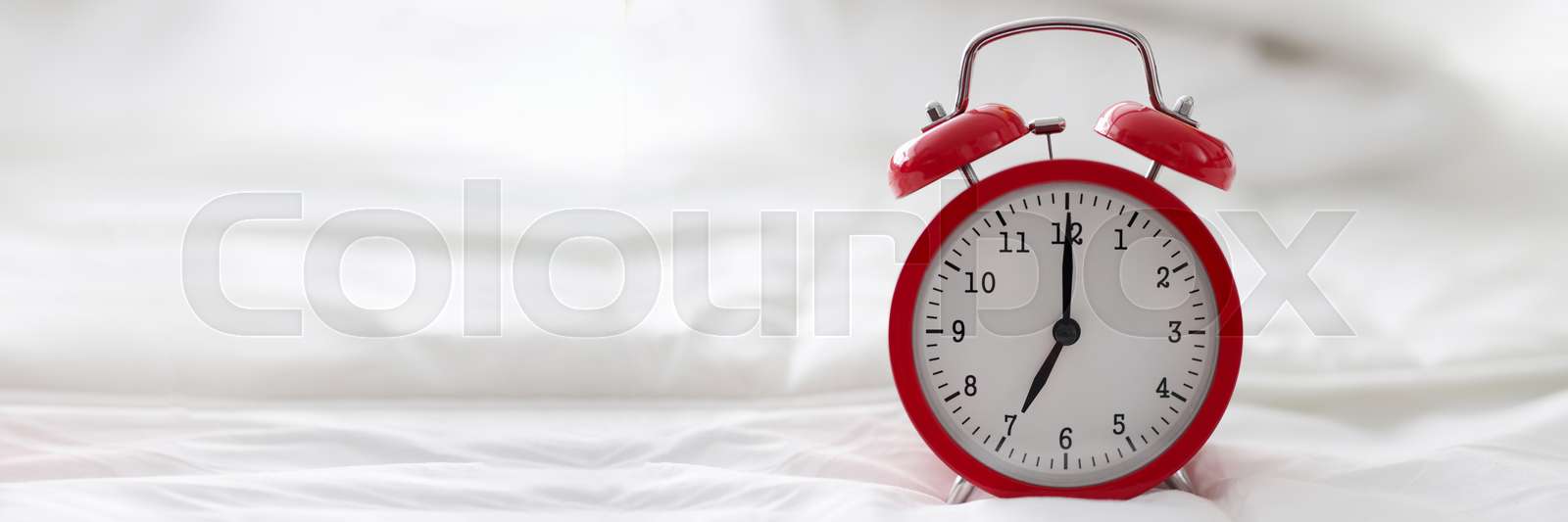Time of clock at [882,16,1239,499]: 7:00
